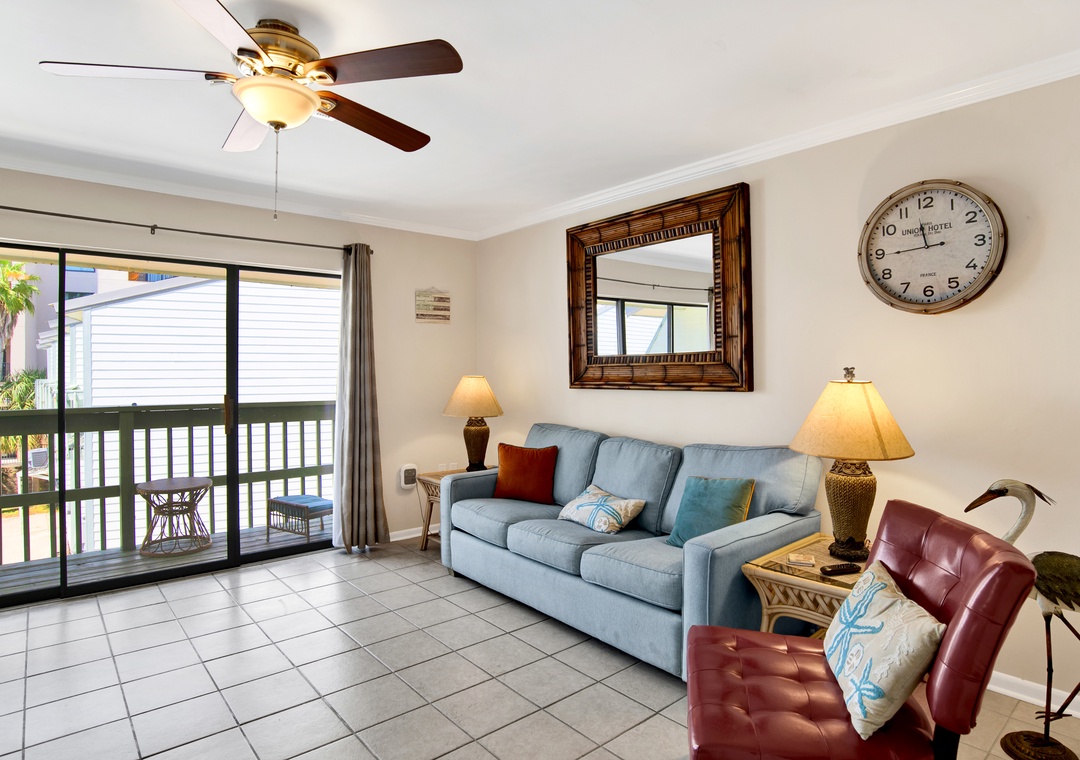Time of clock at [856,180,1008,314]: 11:44
